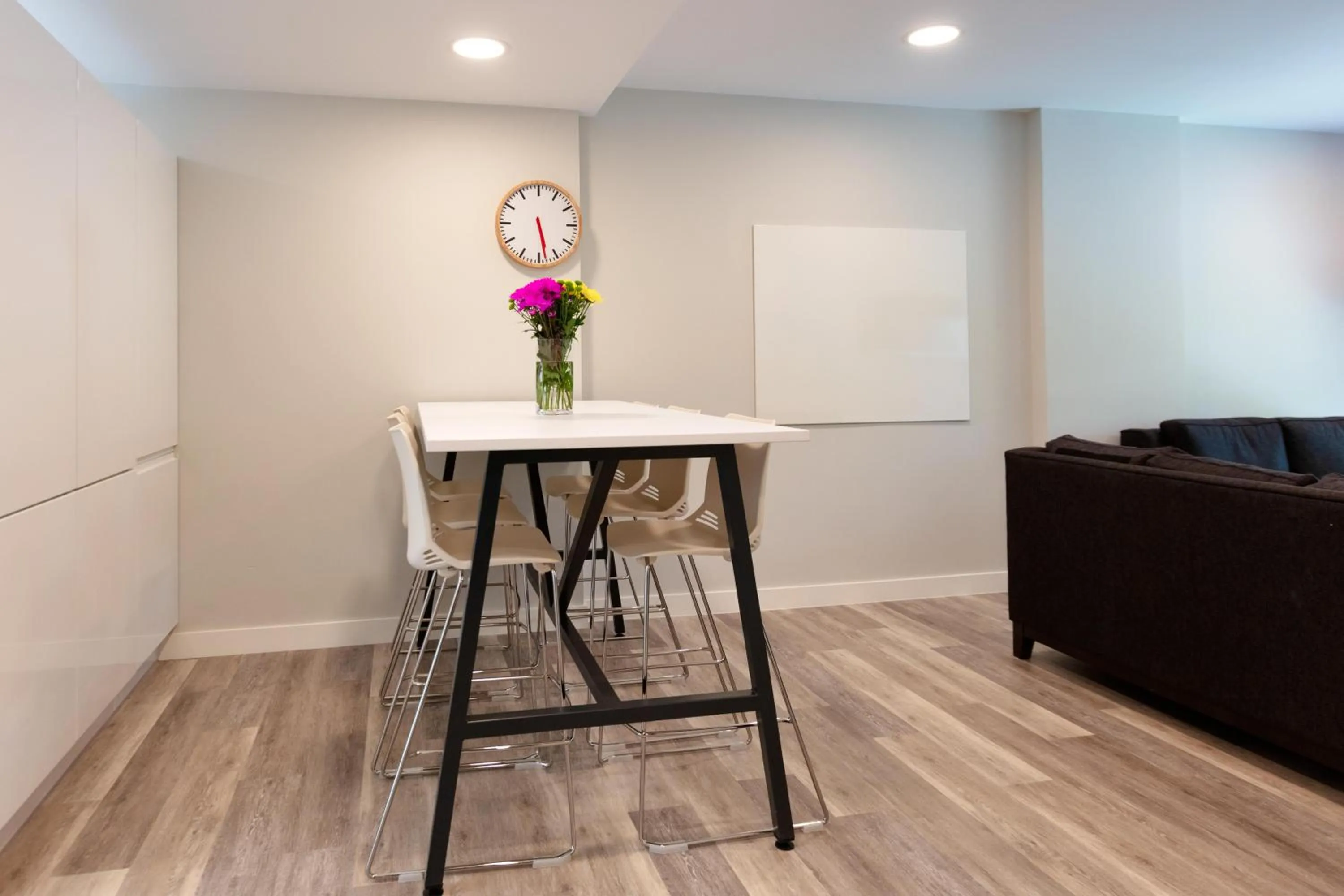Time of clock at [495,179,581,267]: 5:28
